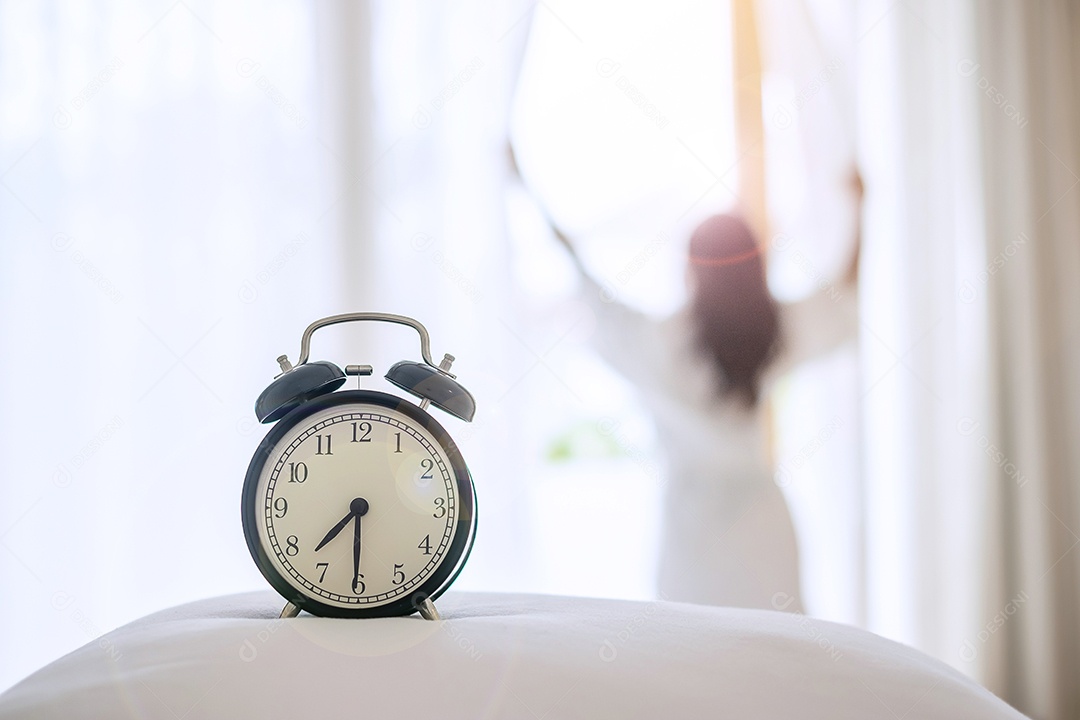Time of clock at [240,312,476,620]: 7:30
